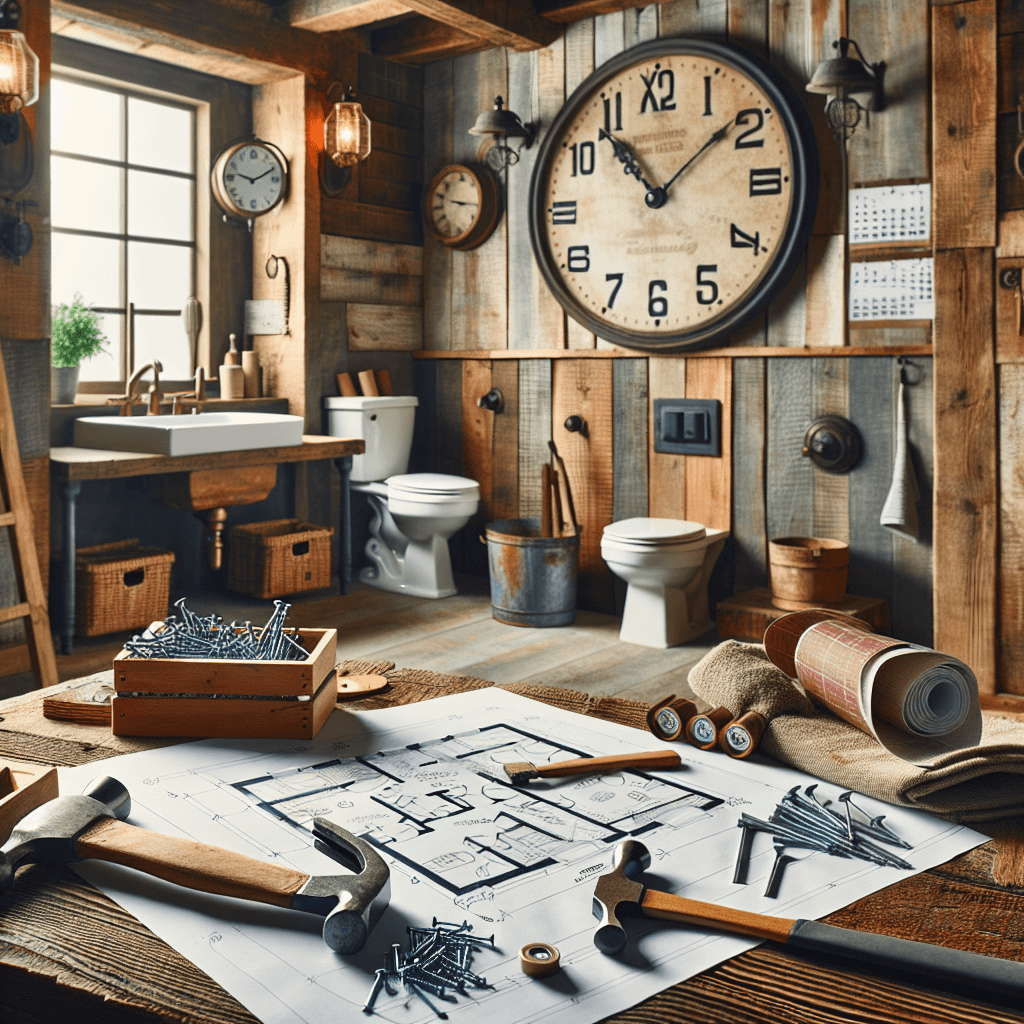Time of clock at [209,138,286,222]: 9:10
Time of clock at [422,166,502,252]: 9:15
